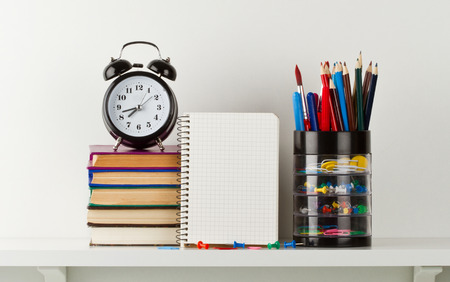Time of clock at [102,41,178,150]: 7:42
